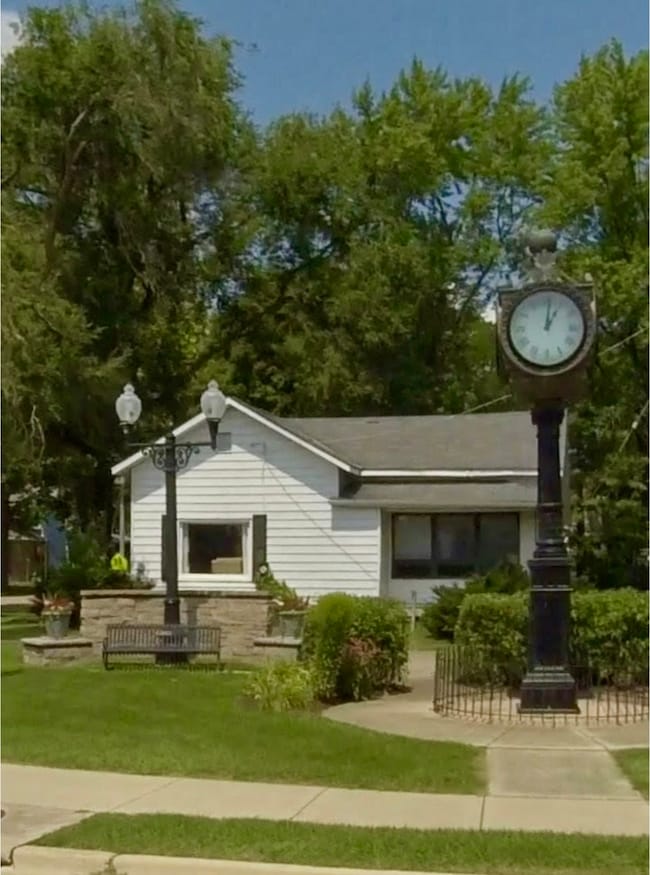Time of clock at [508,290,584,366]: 1:01
